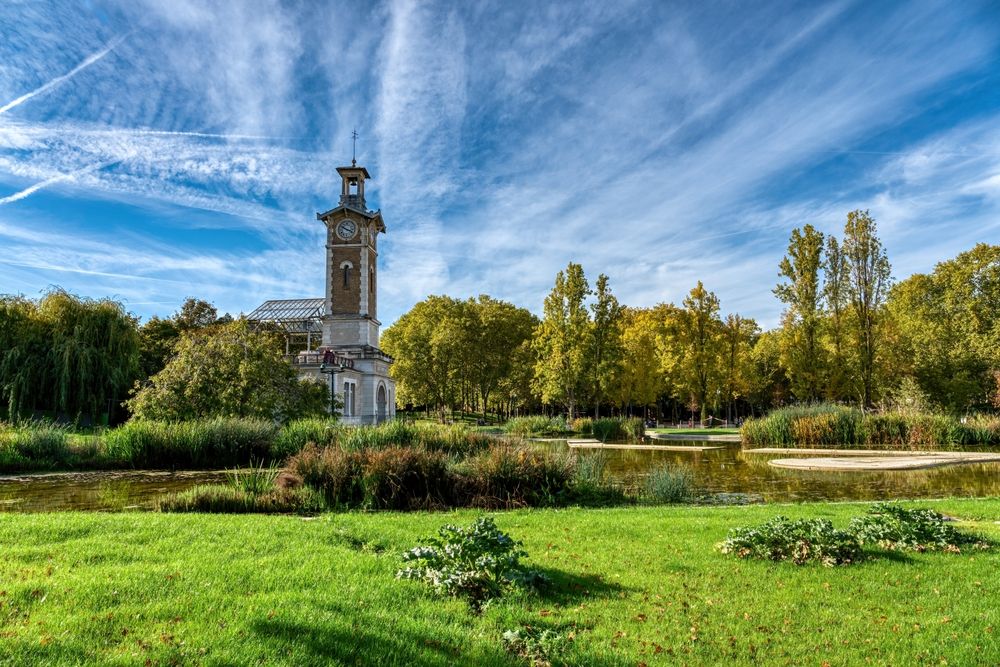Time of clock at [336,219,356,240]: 3:50
